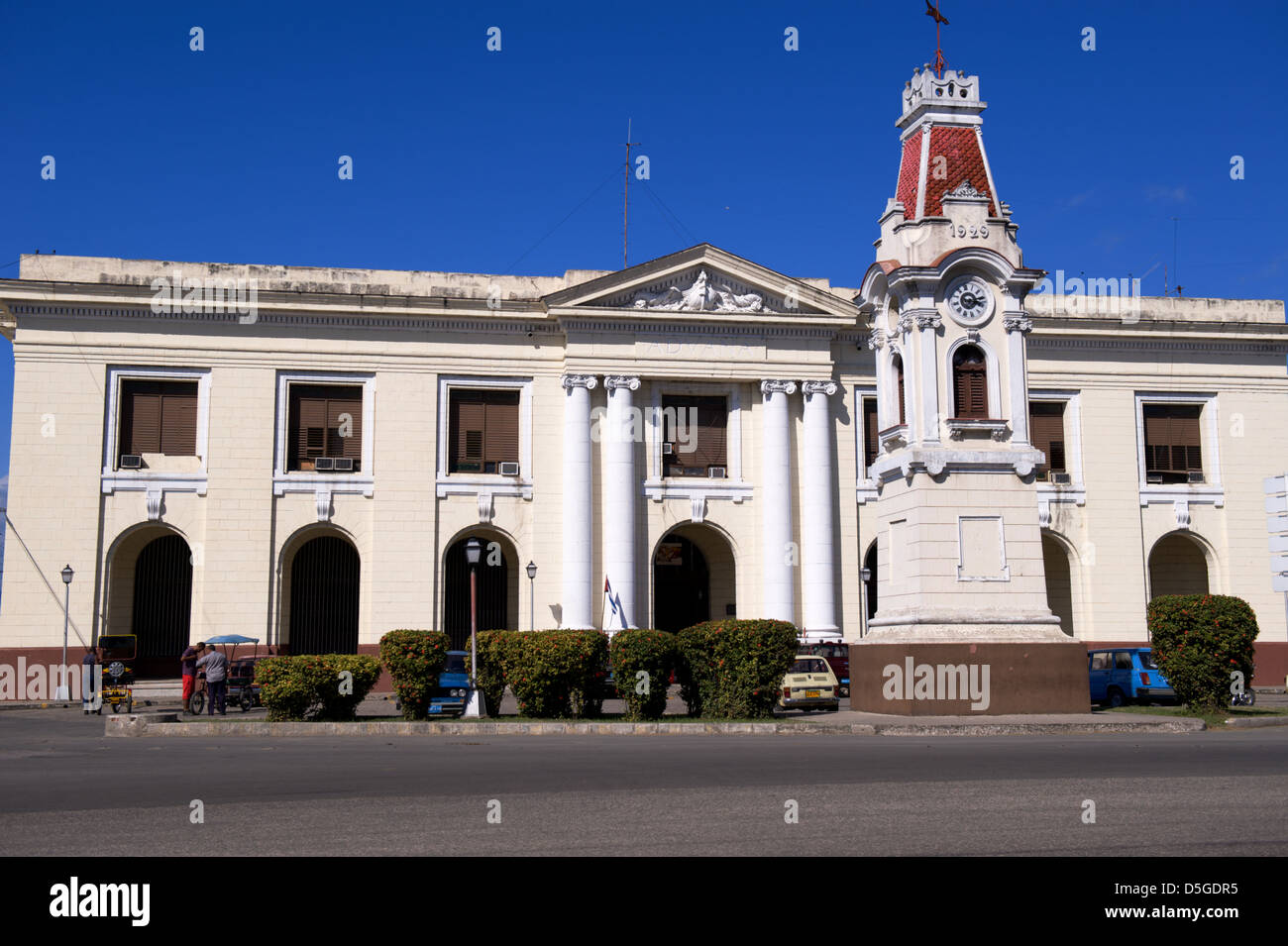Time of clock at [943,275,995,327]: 4:14
